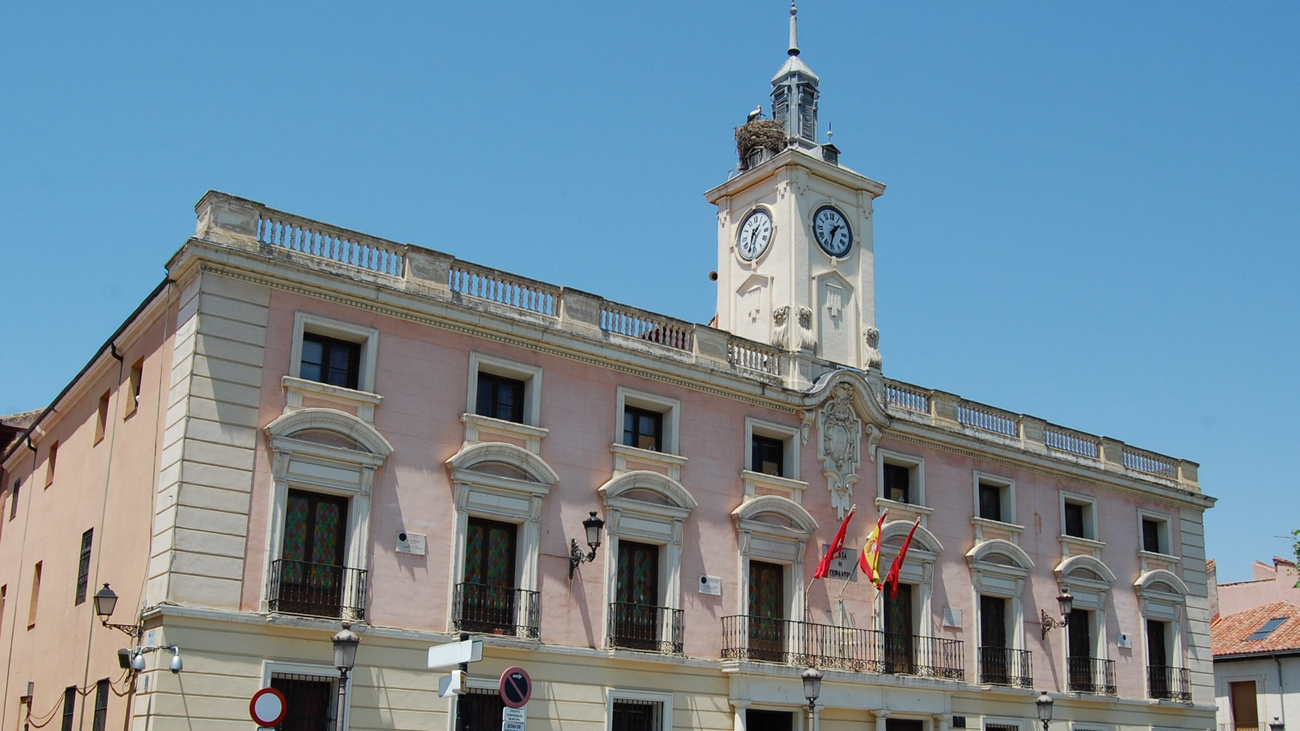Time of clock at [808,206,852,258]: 1:32
